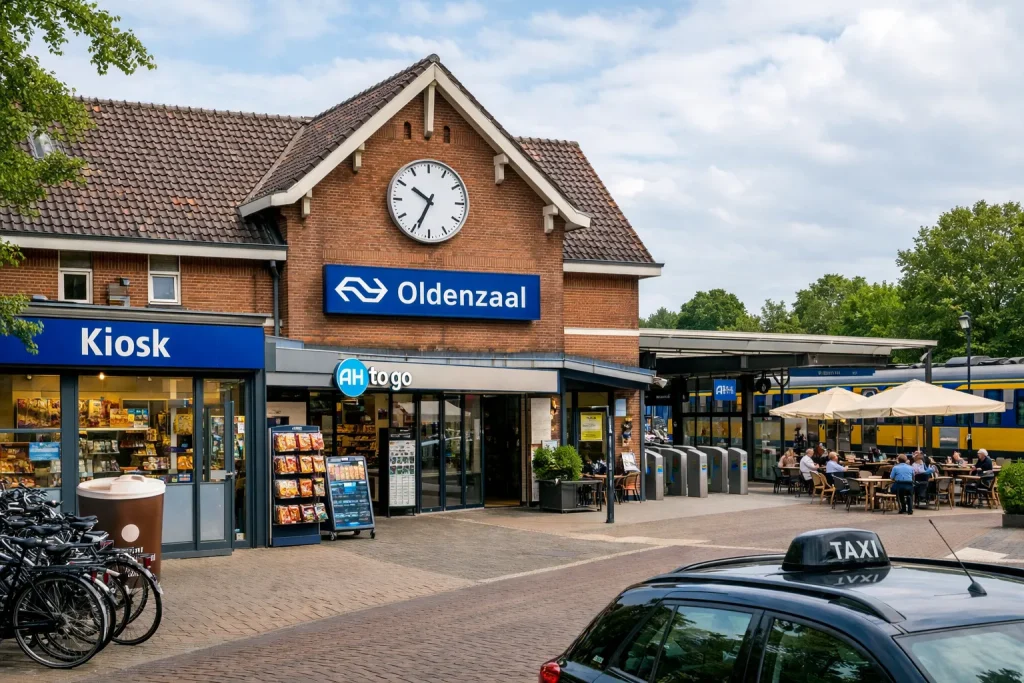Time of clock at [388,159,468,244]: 10:34
